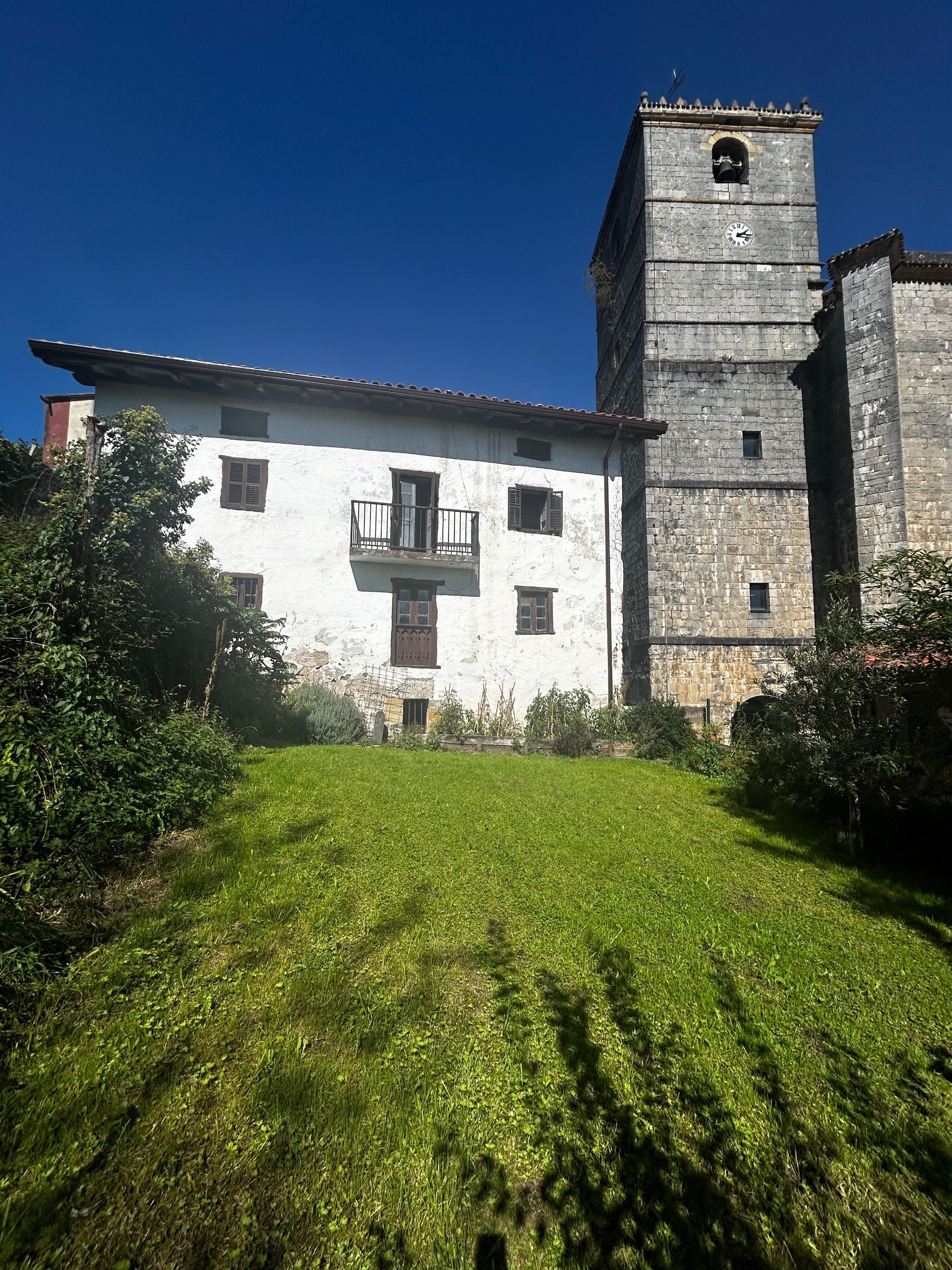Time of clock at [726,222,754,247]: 2:16
